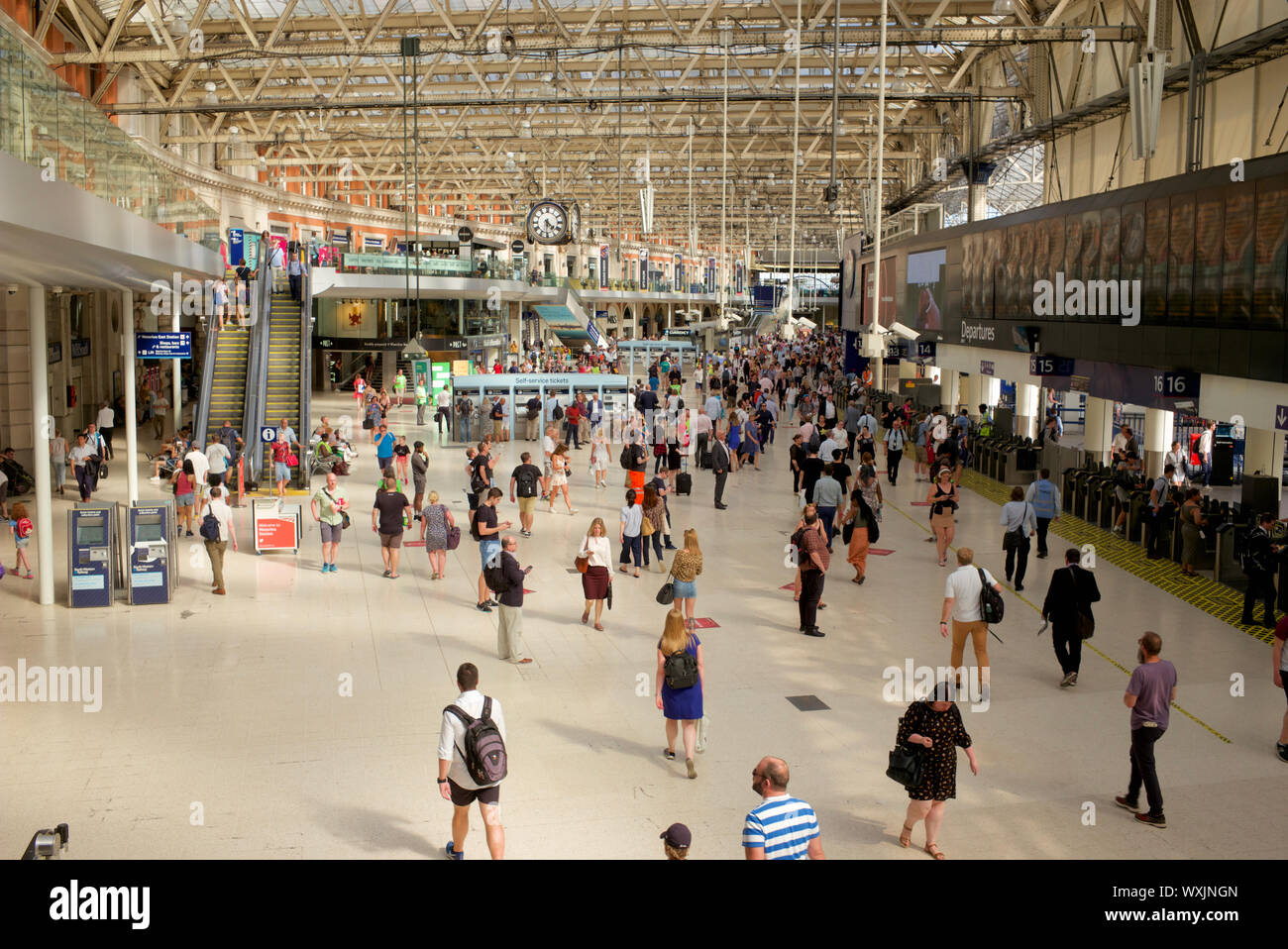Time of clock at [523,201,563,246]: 4:30
